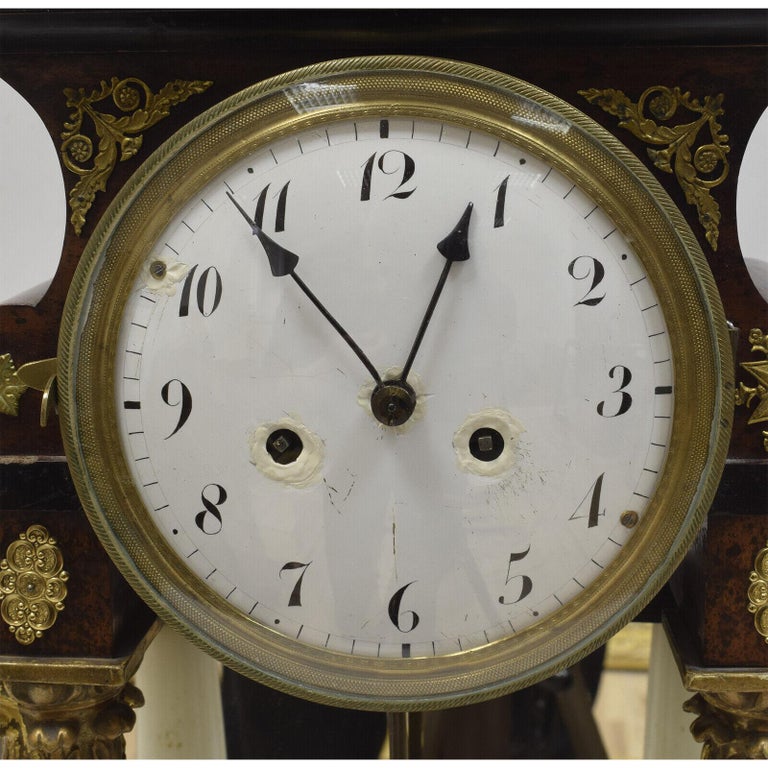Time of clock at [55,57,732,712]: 12:53
